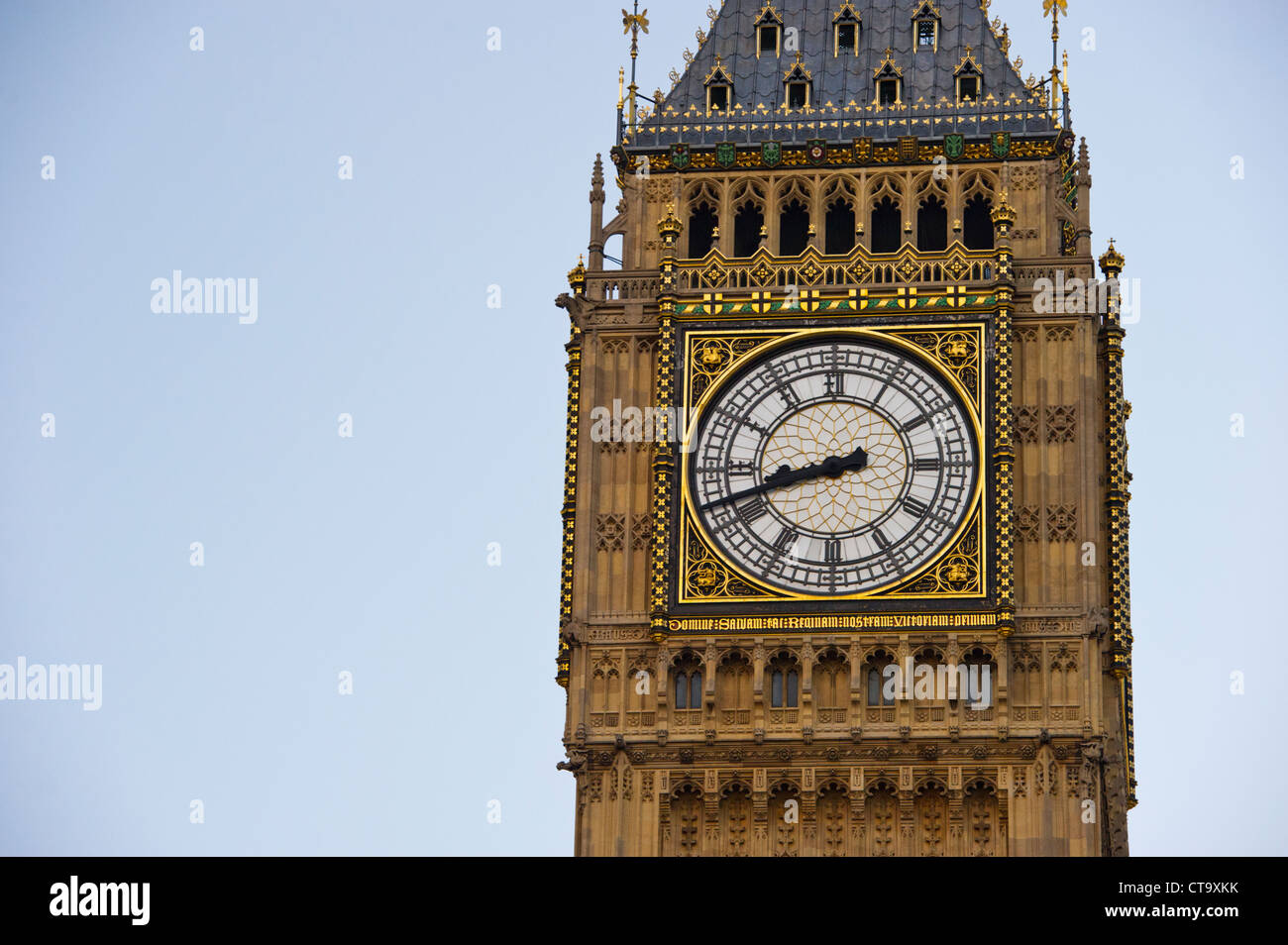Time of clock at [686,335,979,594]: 8:41
